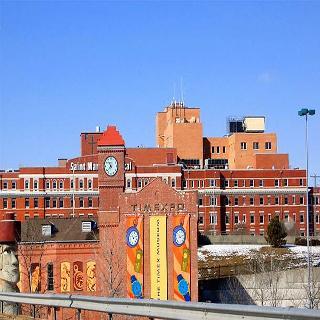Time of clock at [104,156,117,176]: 10:37
